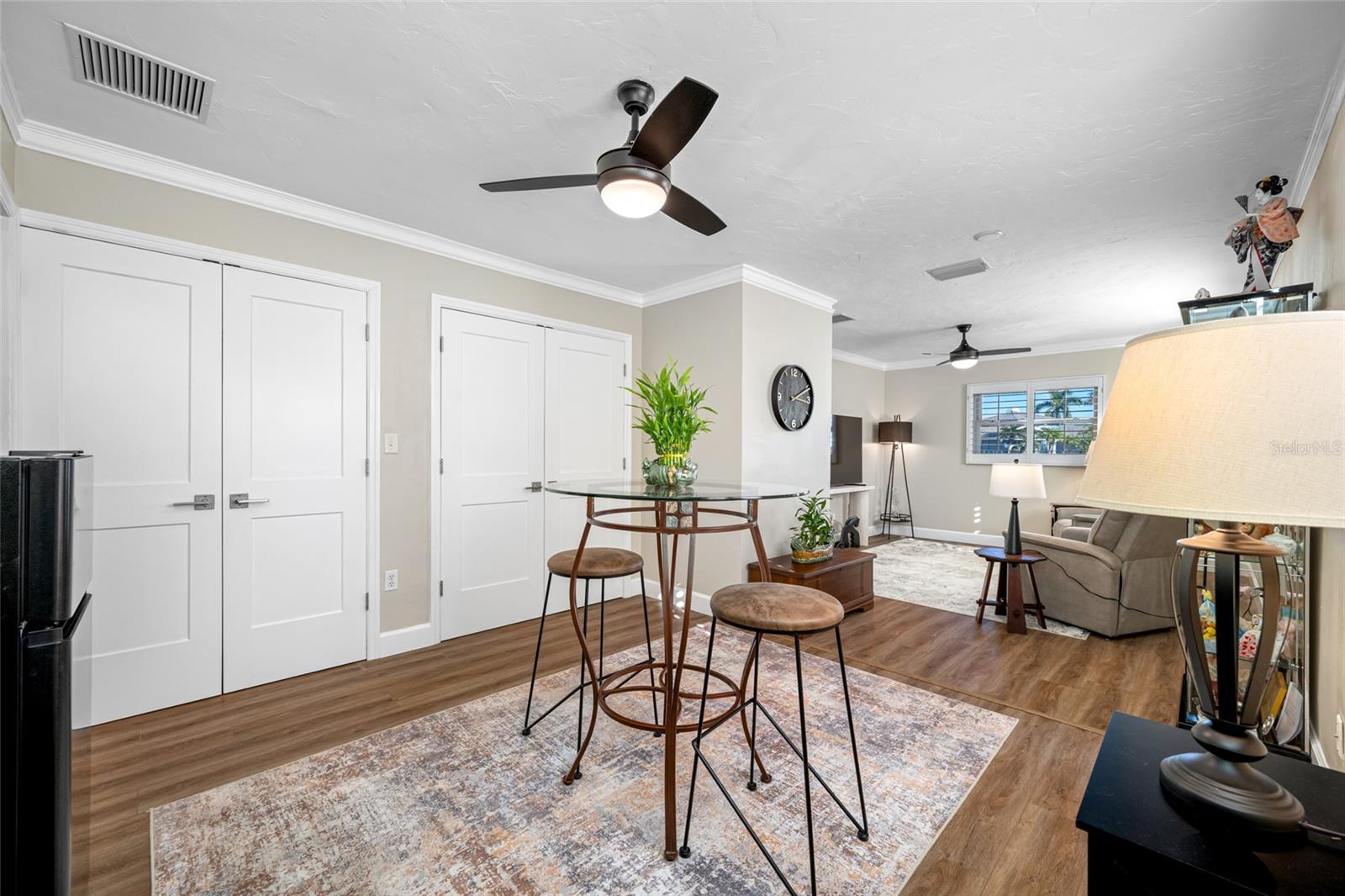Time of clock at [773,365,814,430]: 2:16
